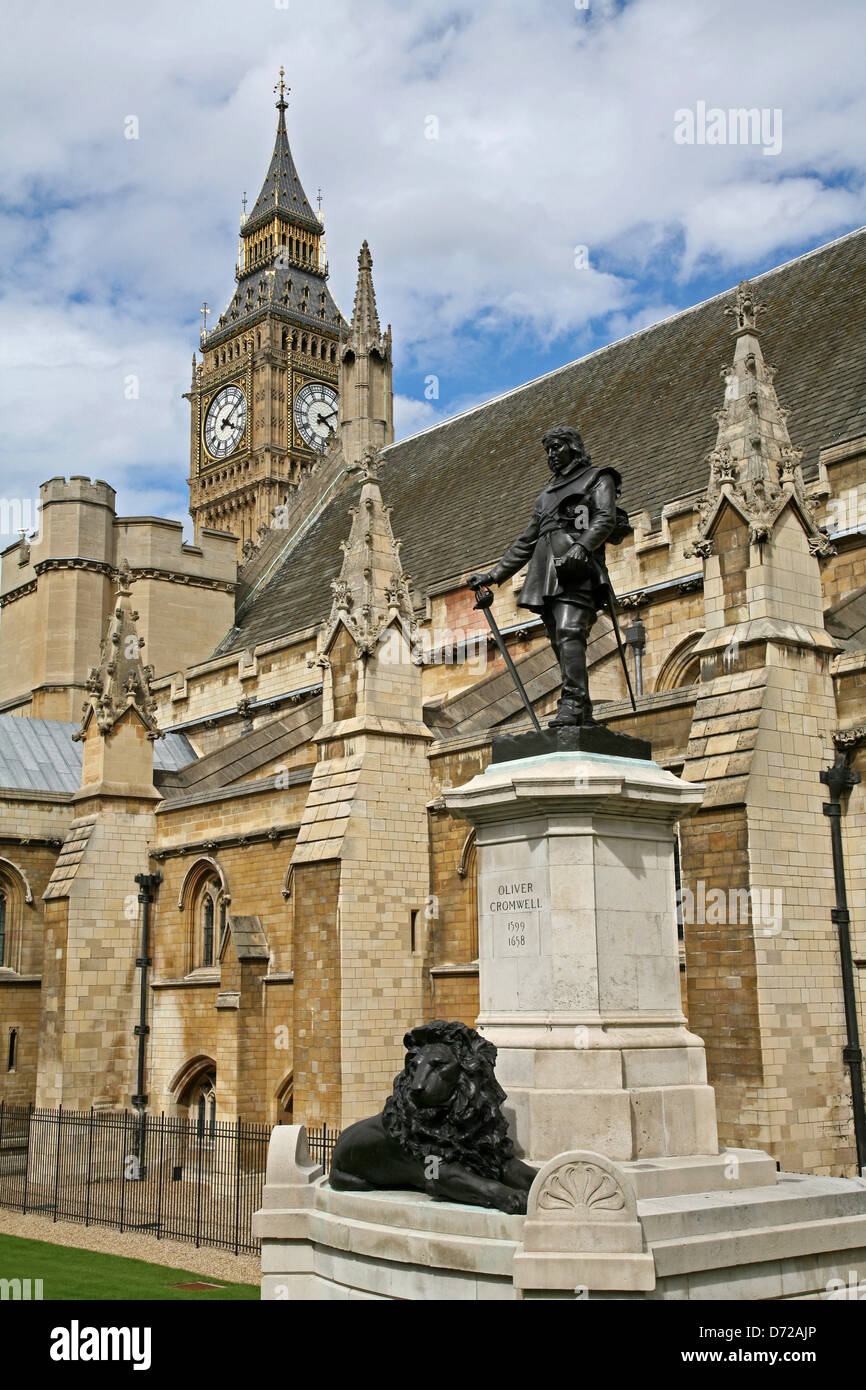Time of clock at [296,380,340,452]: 4:09
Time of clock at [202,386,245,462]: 4:09
